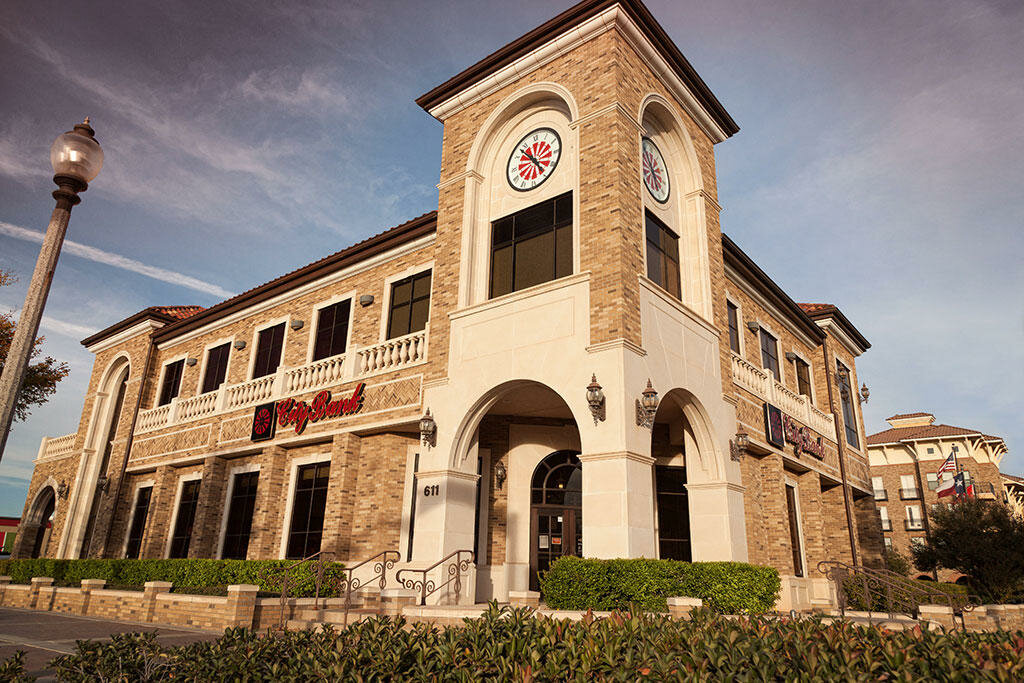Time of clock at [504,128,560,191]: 4:52
